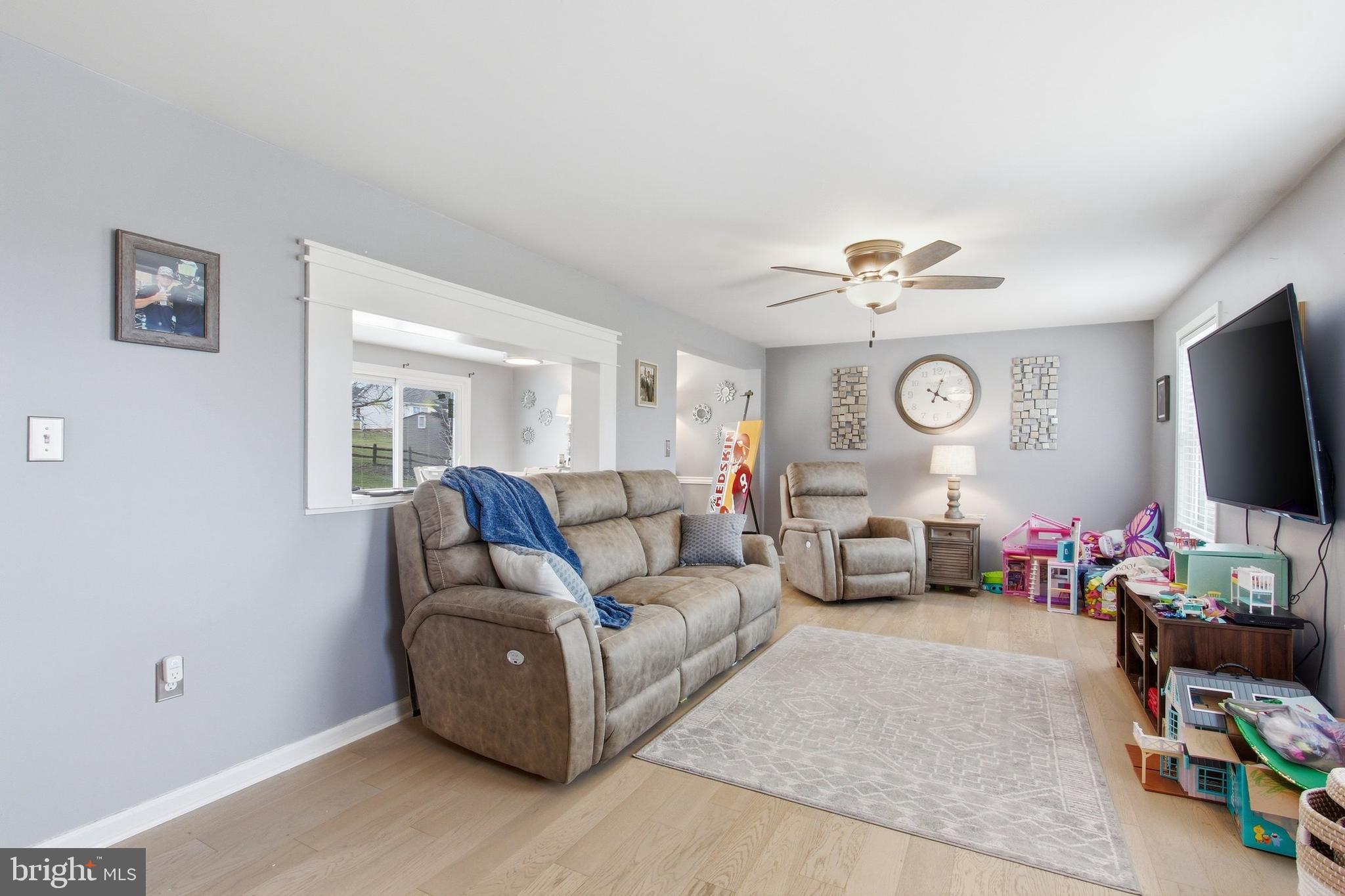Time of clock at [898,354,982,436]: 4:03
